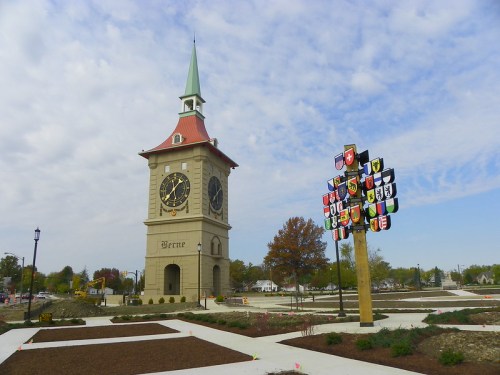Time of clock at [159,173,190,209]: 1:36
